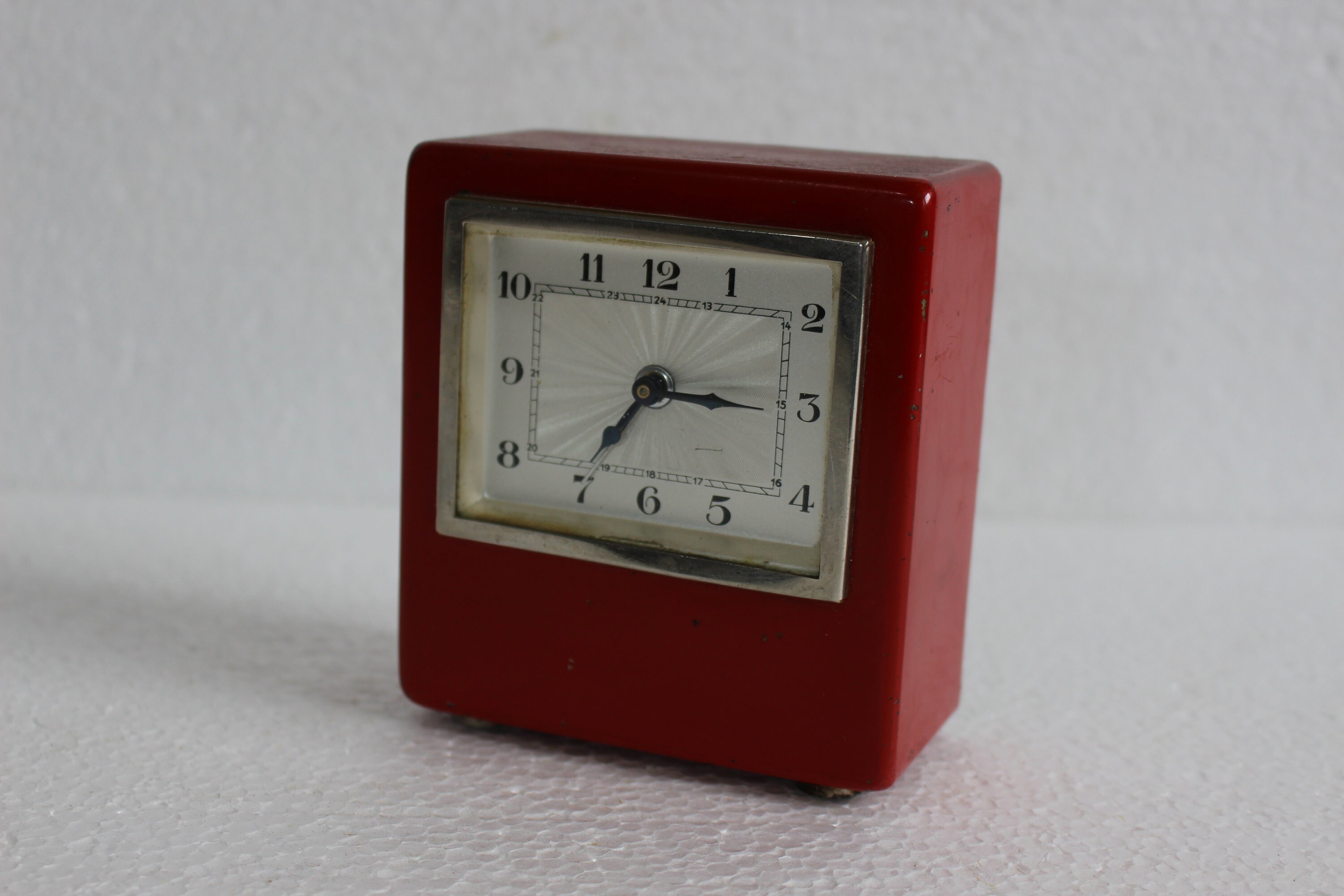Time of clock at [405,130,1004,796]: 7:15
